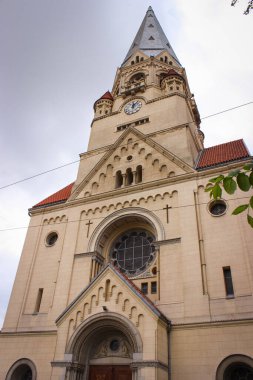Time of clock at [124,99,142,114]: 12:07
